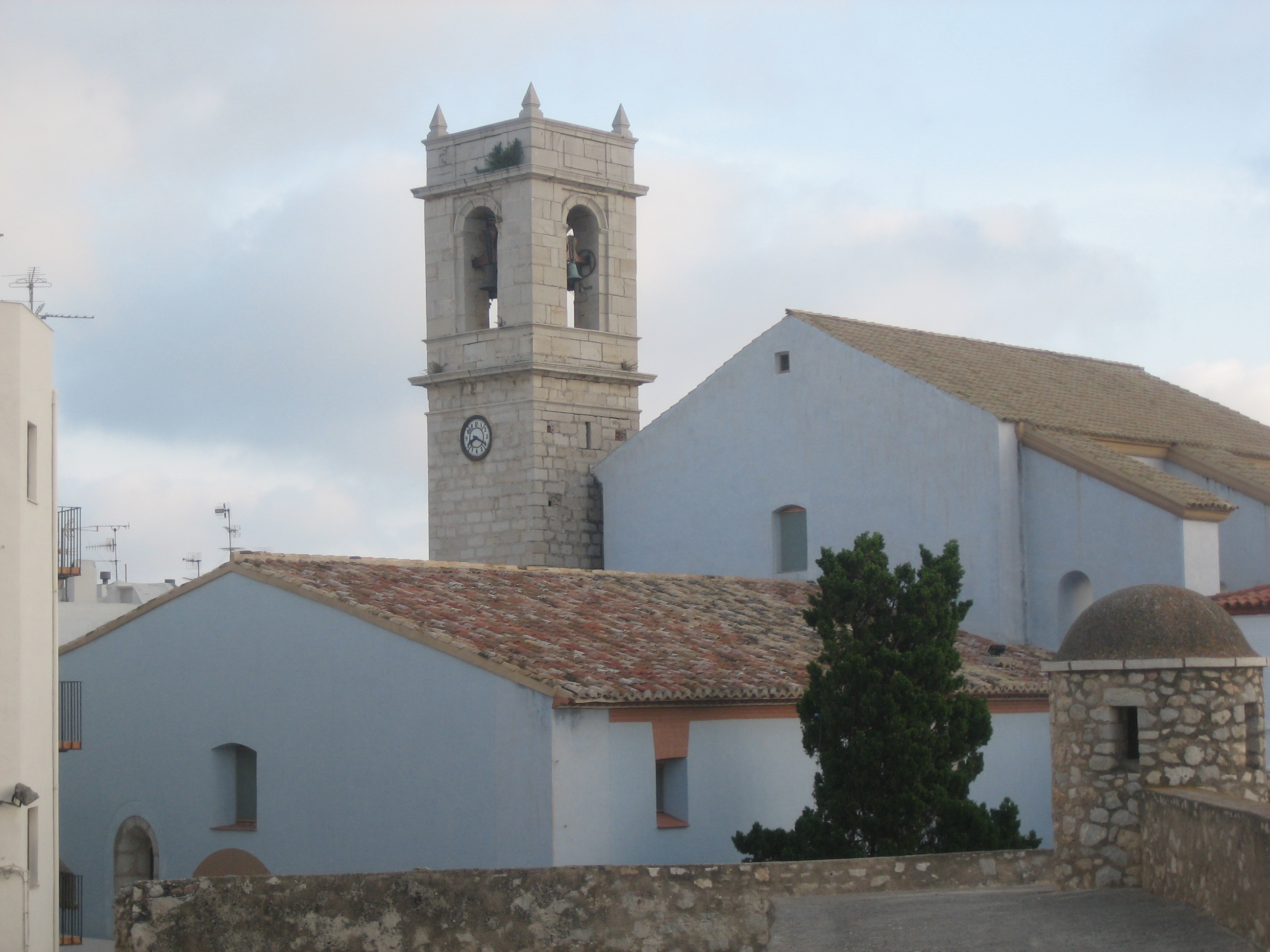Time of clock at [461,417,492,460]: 8:19
